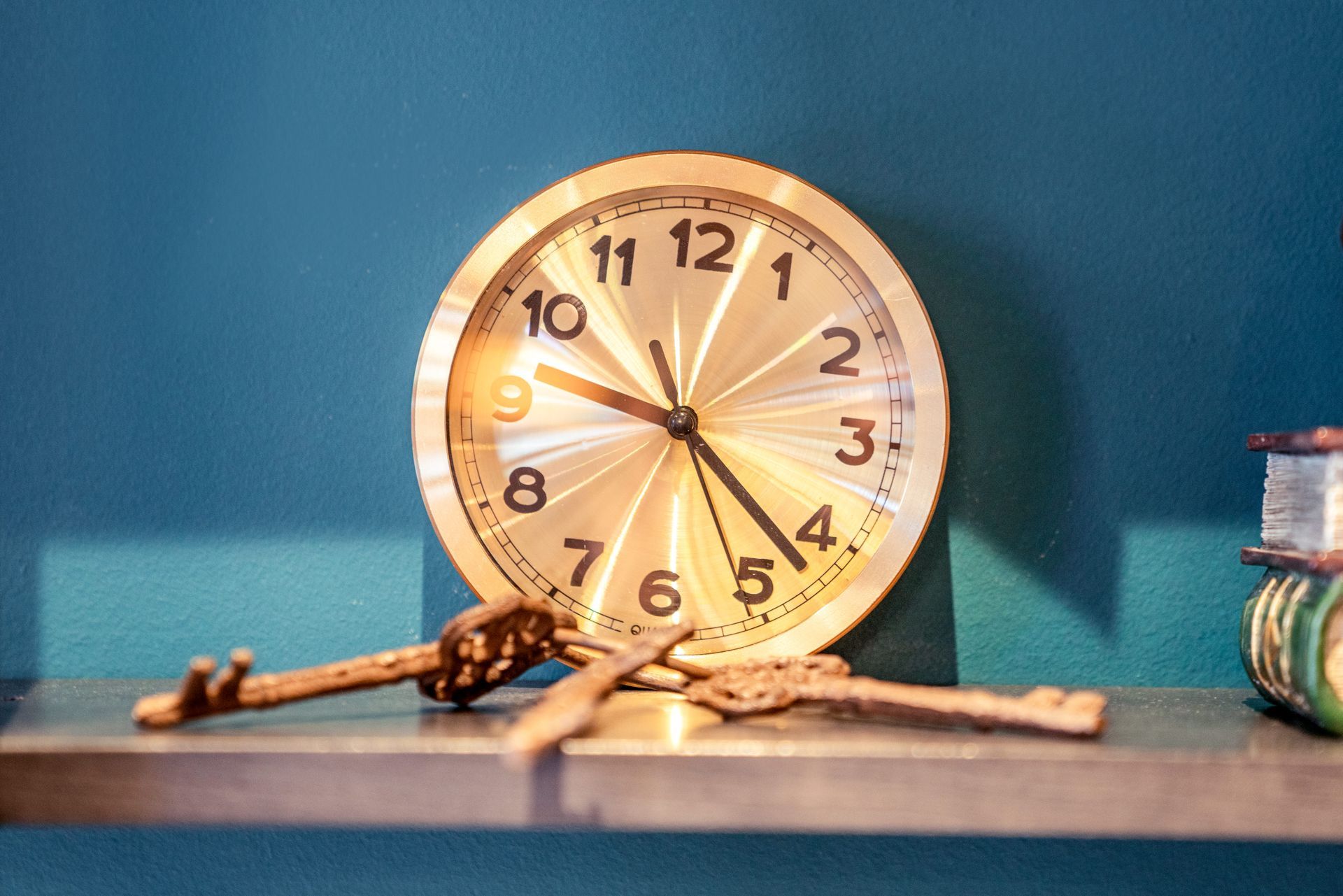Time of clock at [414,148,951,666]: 9:22
